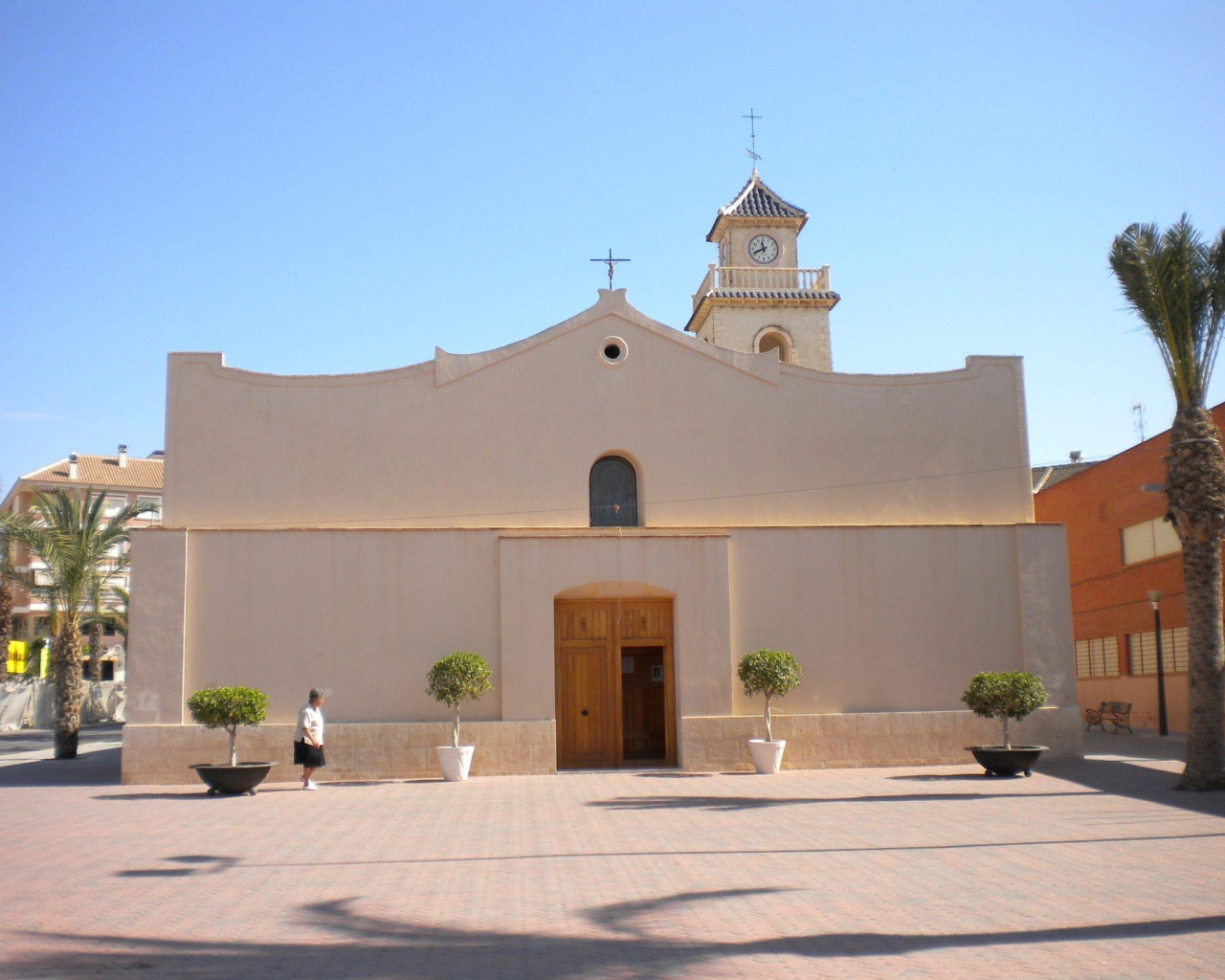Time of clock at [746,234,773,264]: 11:41
